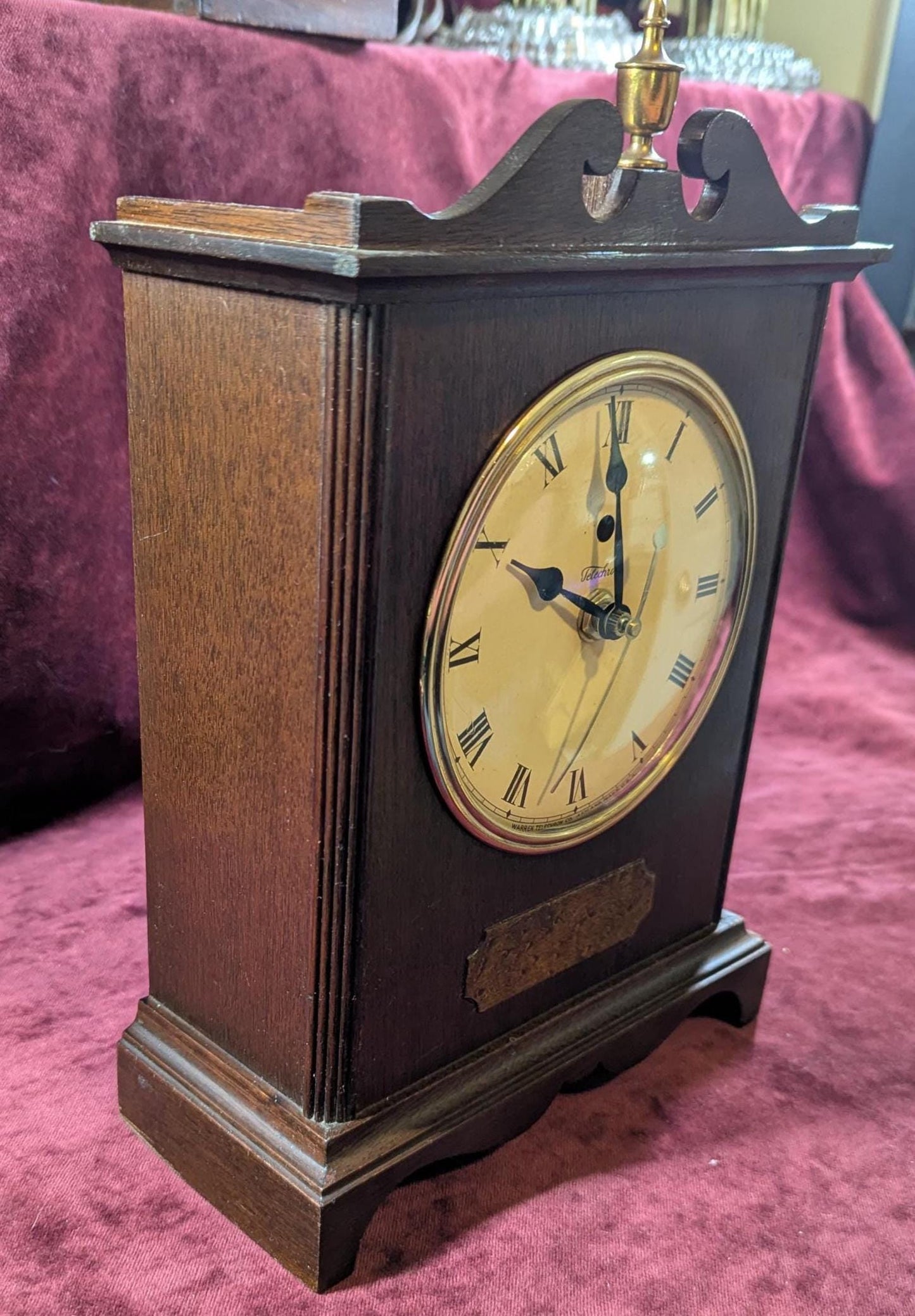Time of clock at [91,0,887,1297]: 10:00
